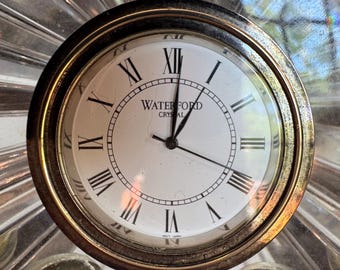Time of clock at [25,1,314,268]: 1:01
